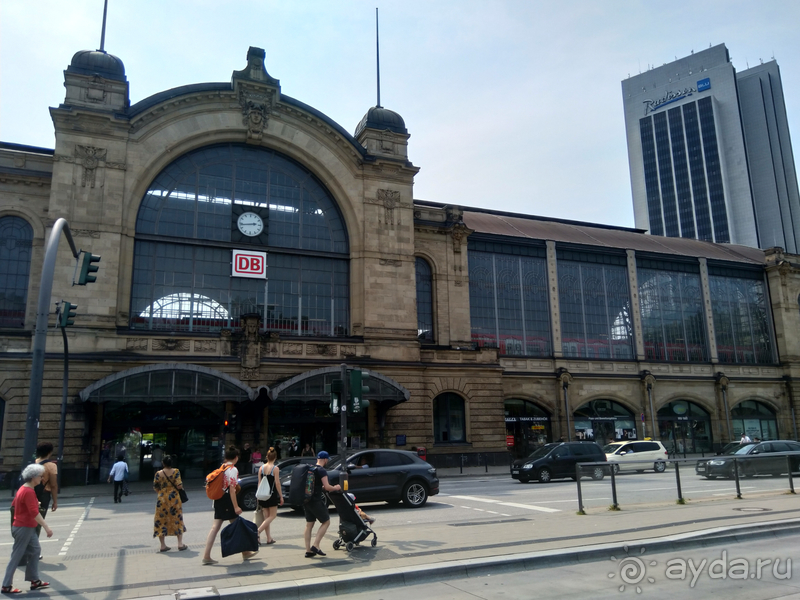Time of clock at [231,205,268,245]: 2:43
